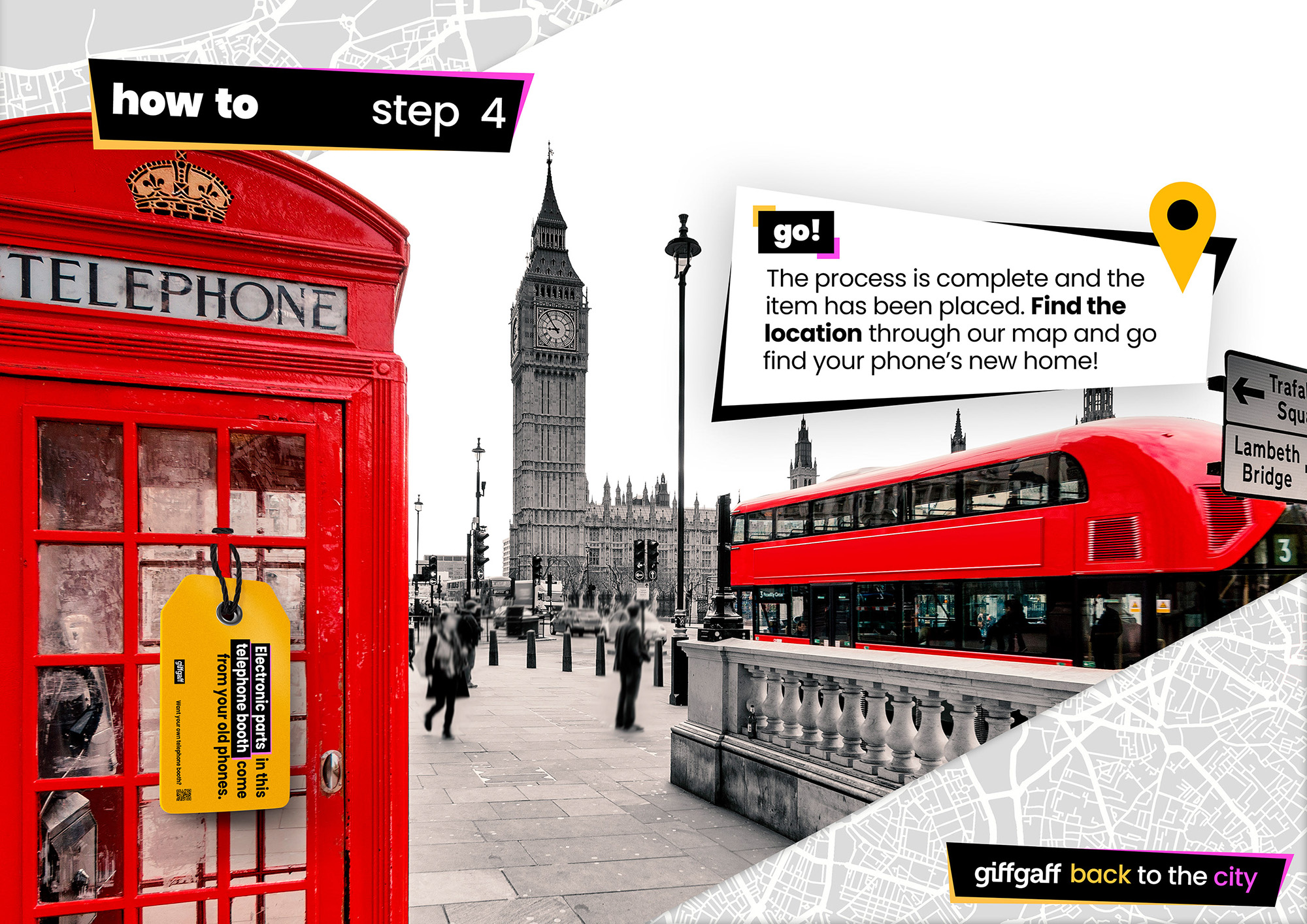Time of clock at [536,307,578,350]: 8:53
